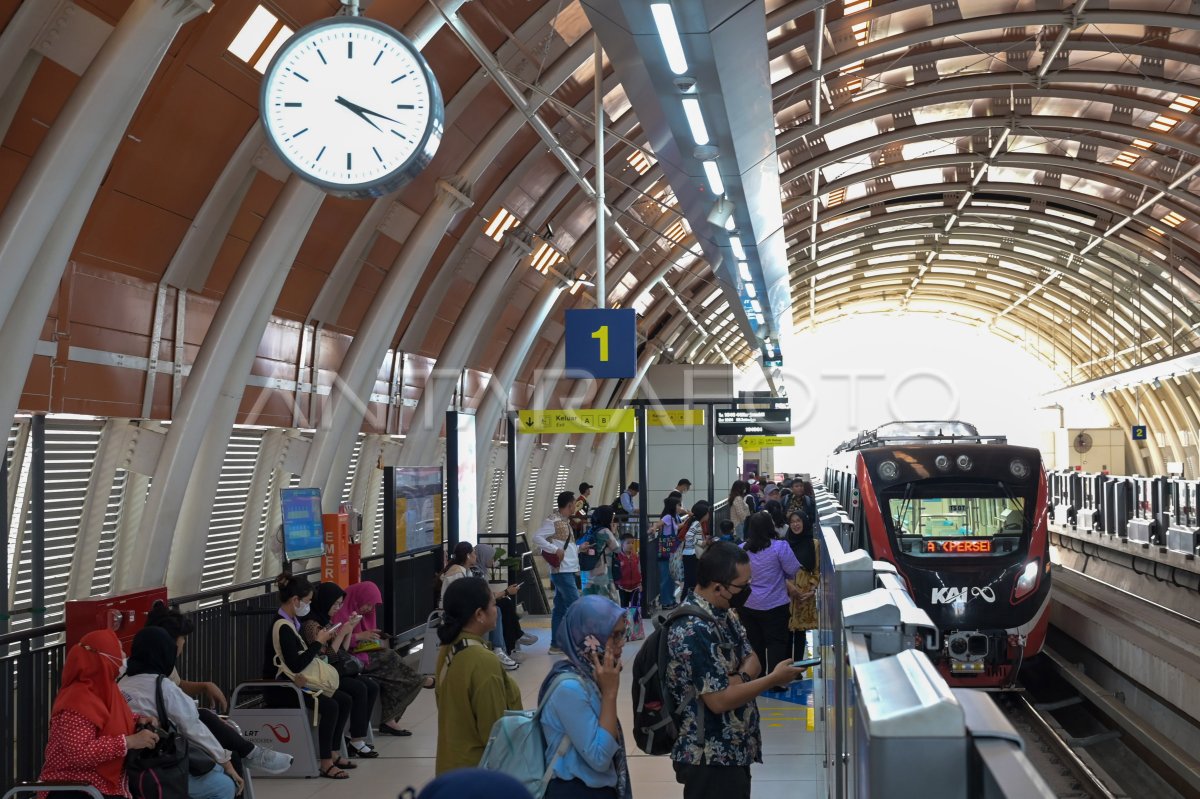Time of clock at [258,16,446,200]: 4:18
